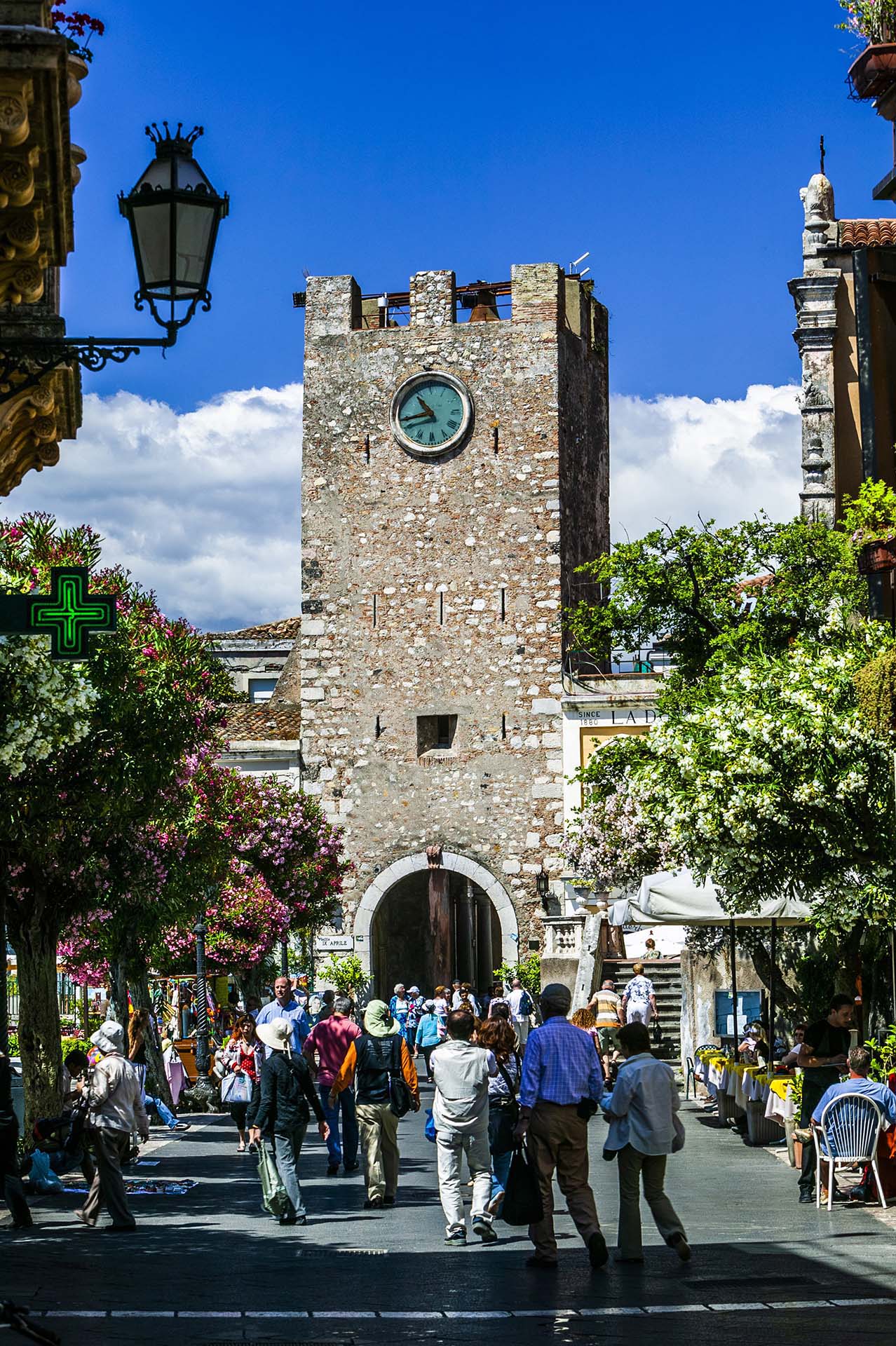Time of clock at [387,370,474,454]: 10:43
